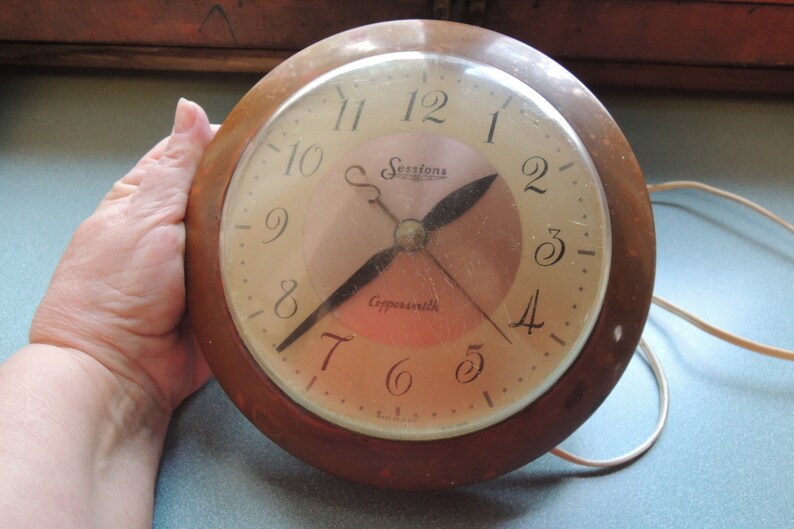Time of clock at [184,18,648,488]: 1:37
